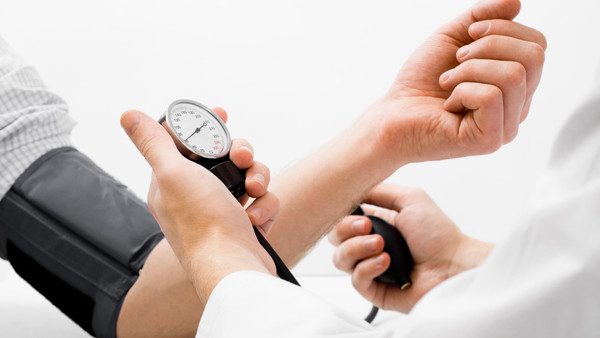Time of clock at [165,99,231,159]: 1:38
